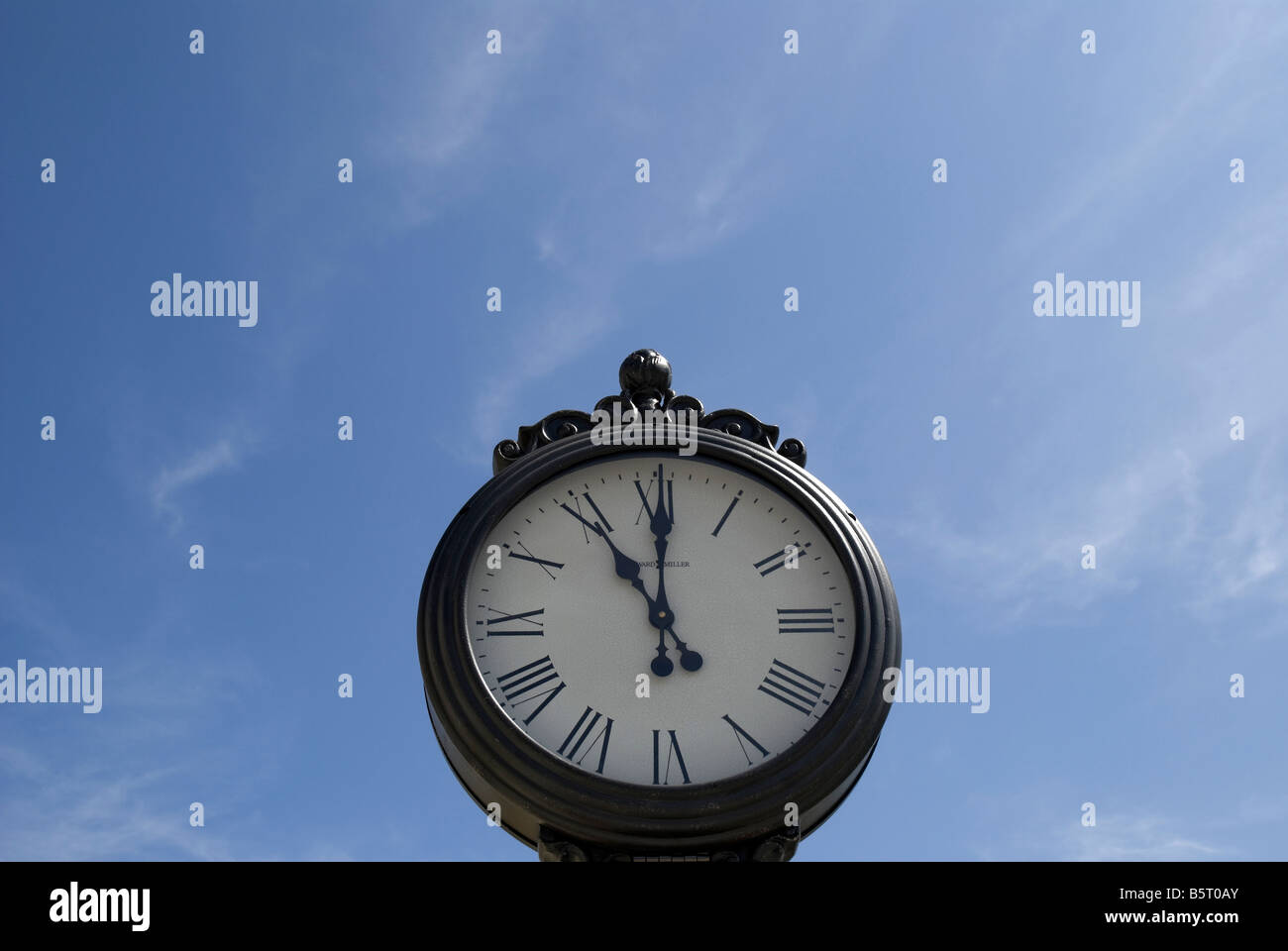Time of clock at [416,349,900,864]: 11:00
